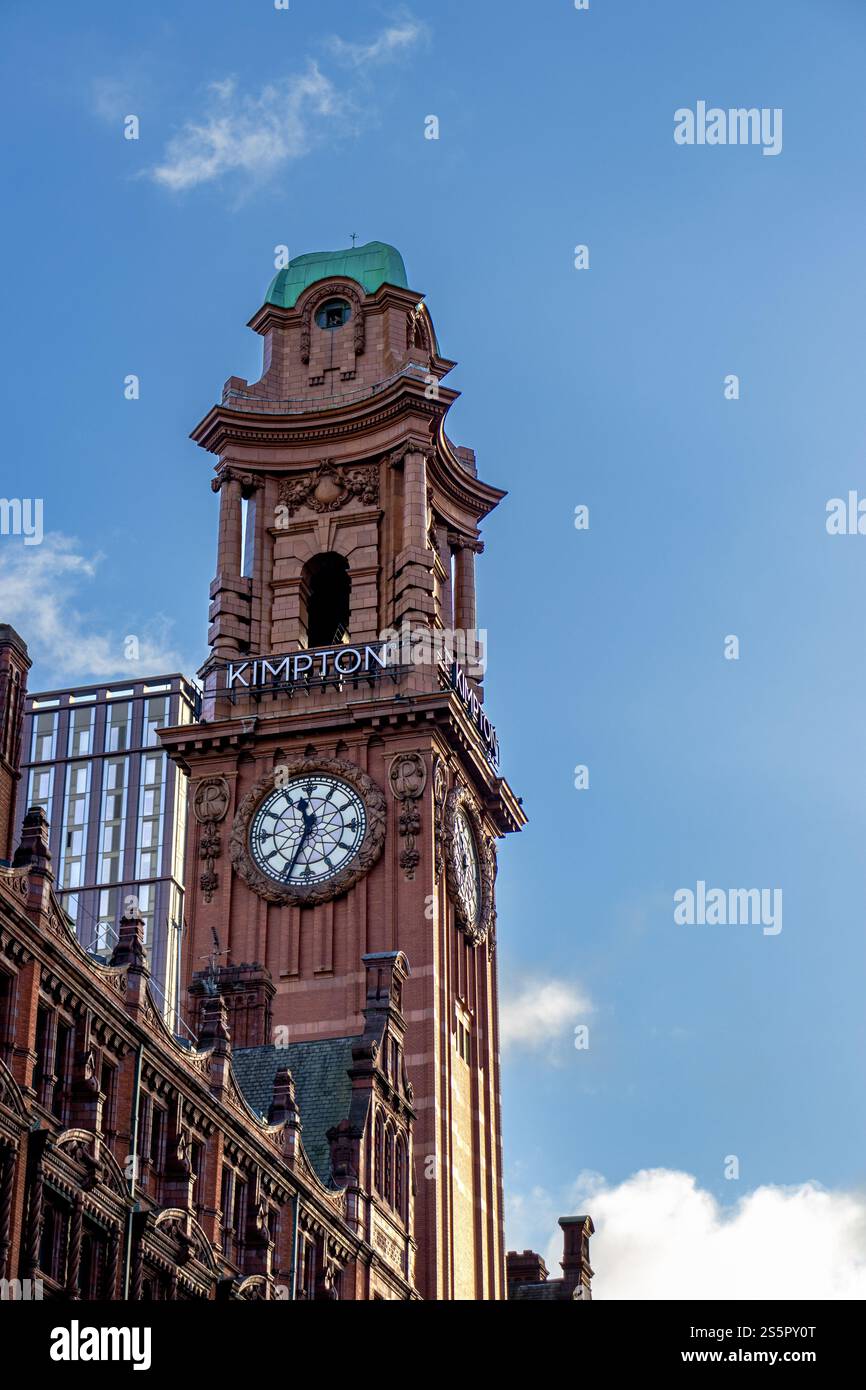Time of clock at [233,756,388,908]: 11:33
